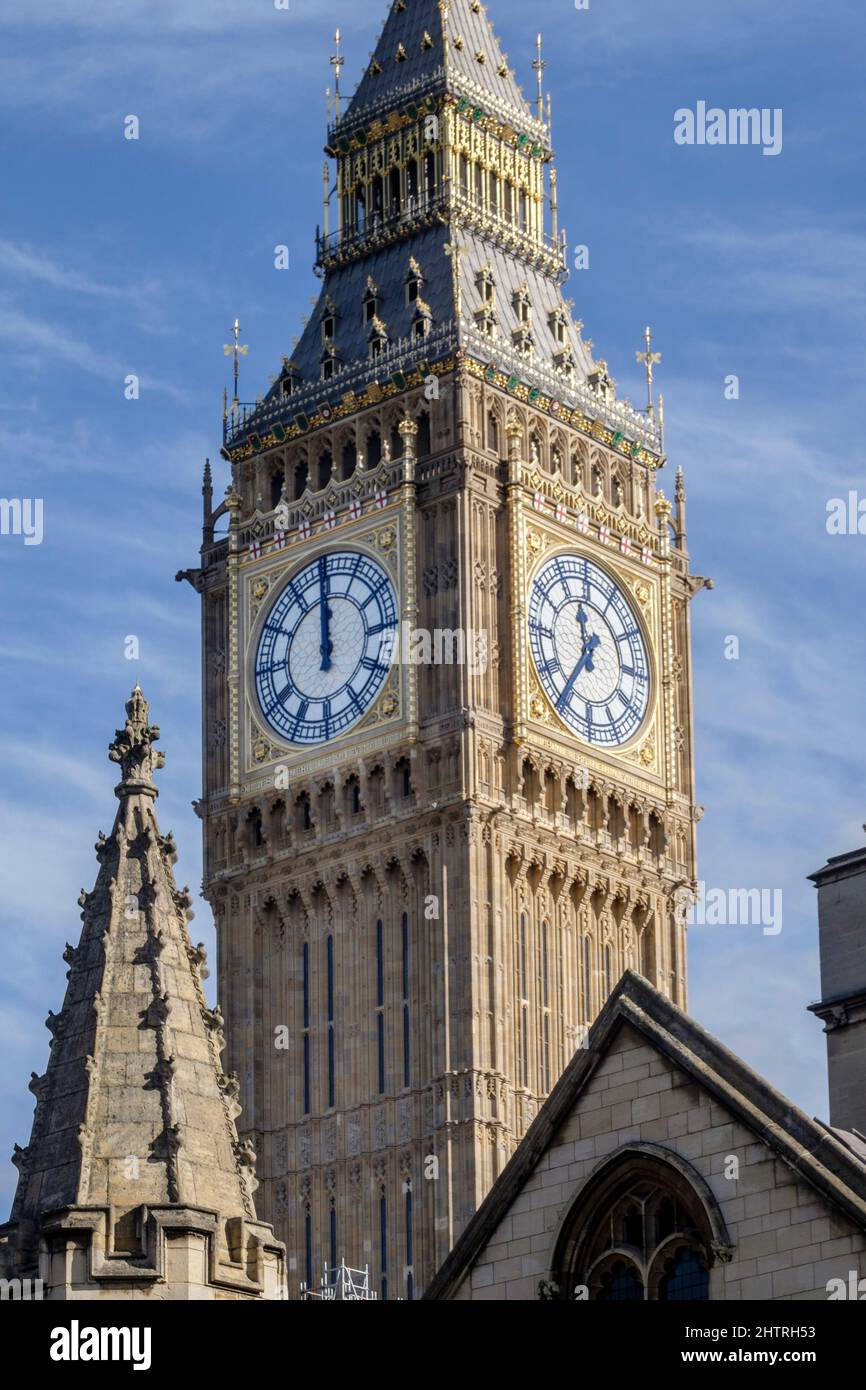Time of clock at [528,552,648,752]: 11:35
